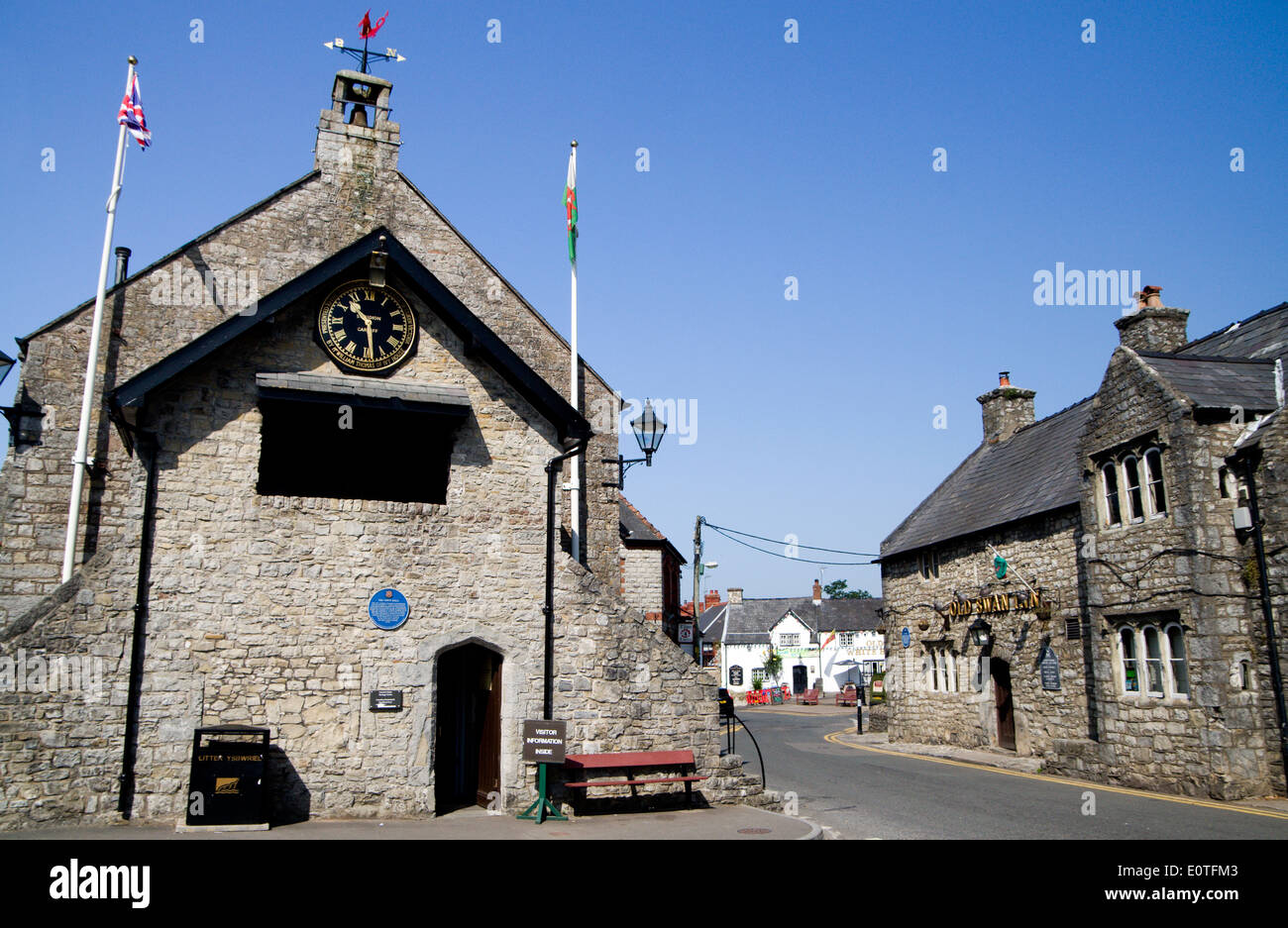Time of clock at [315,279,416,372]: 10:28
